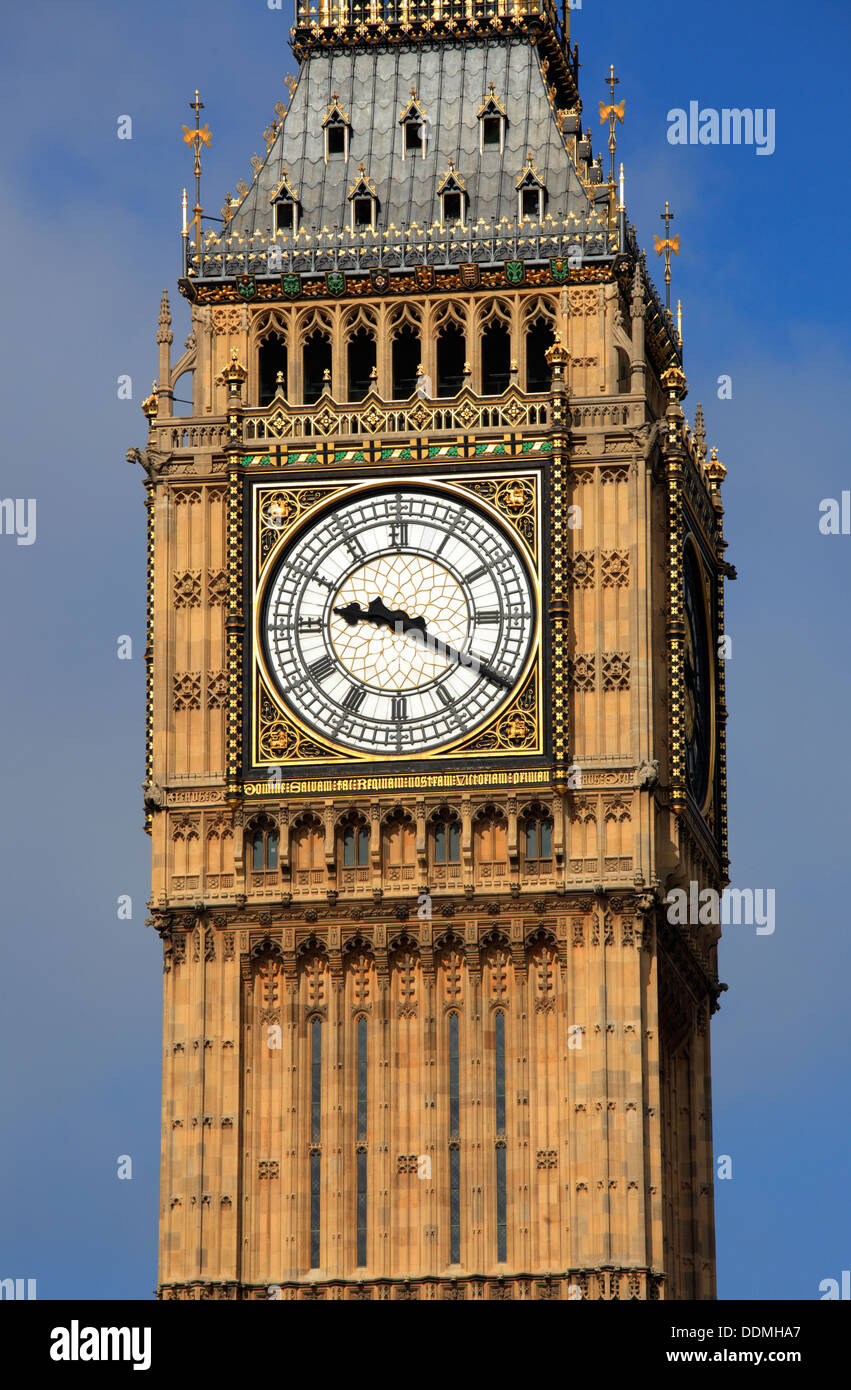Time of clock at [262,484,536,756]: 9:20
